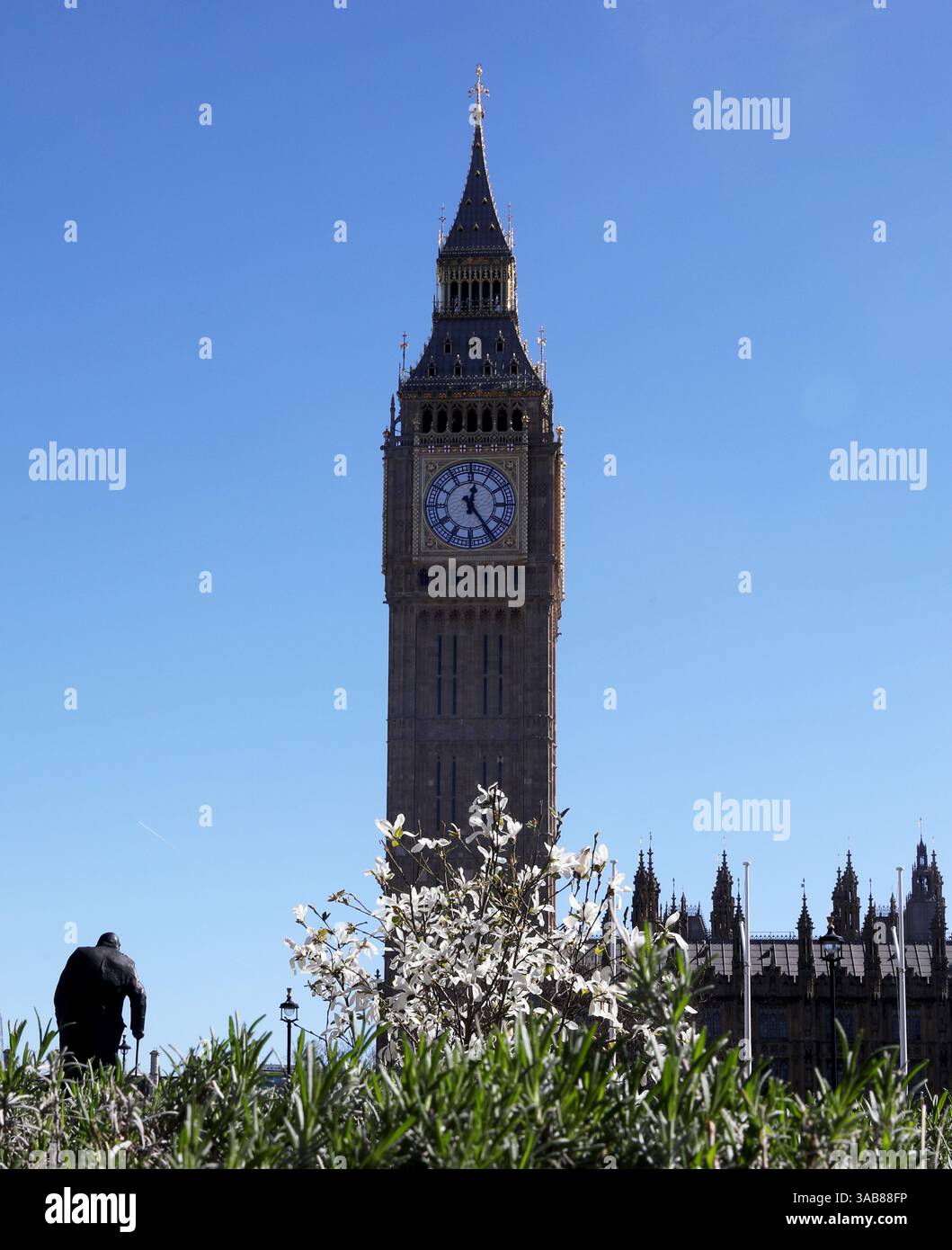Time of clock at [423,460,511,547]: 12:24
